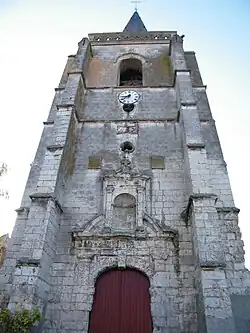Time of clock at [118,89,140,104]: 8:38
